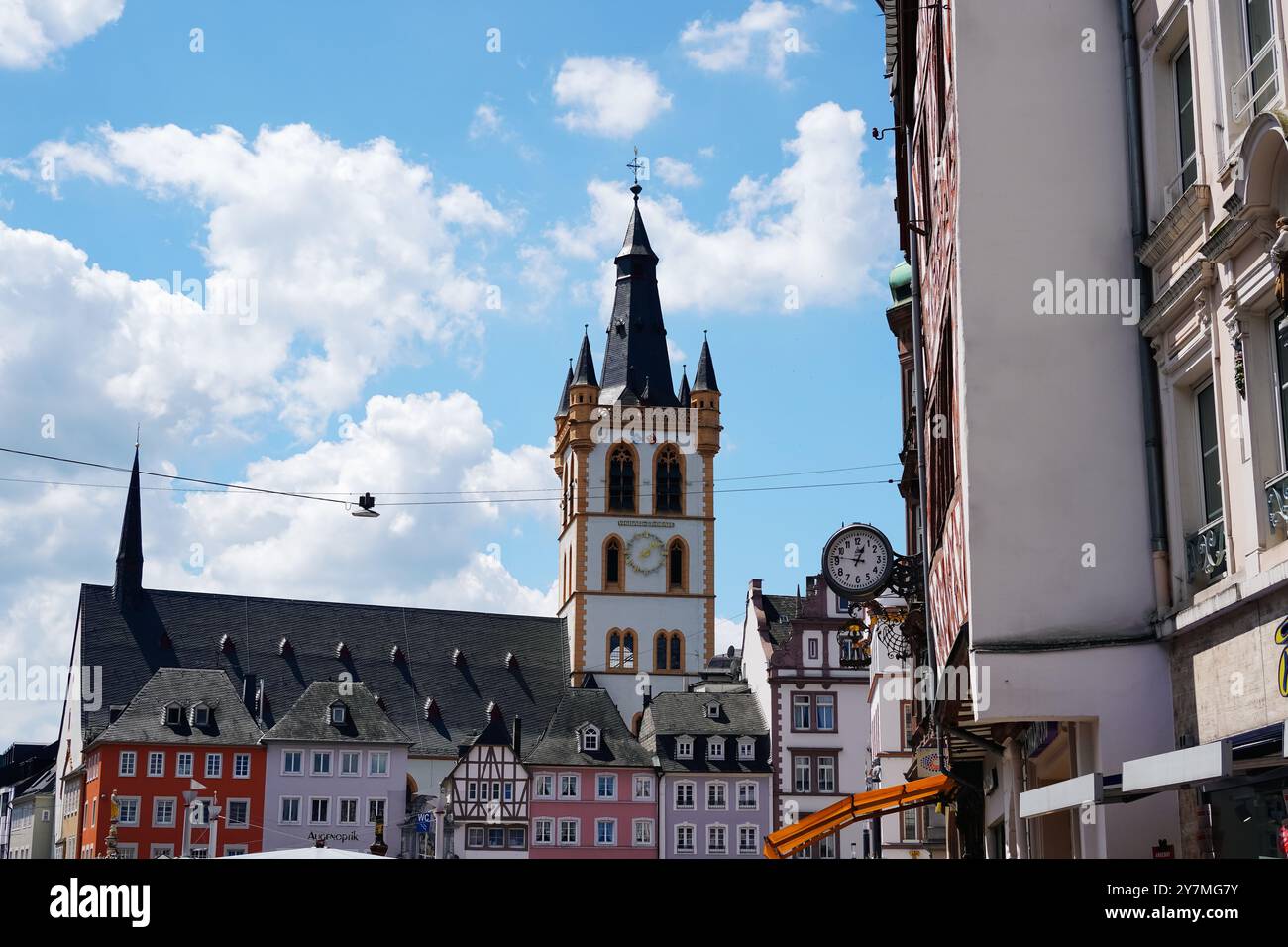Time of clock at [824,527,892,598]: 12:46
